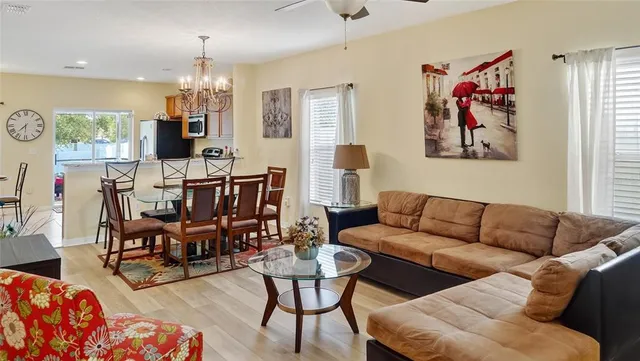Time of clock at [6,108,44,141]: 7:30
